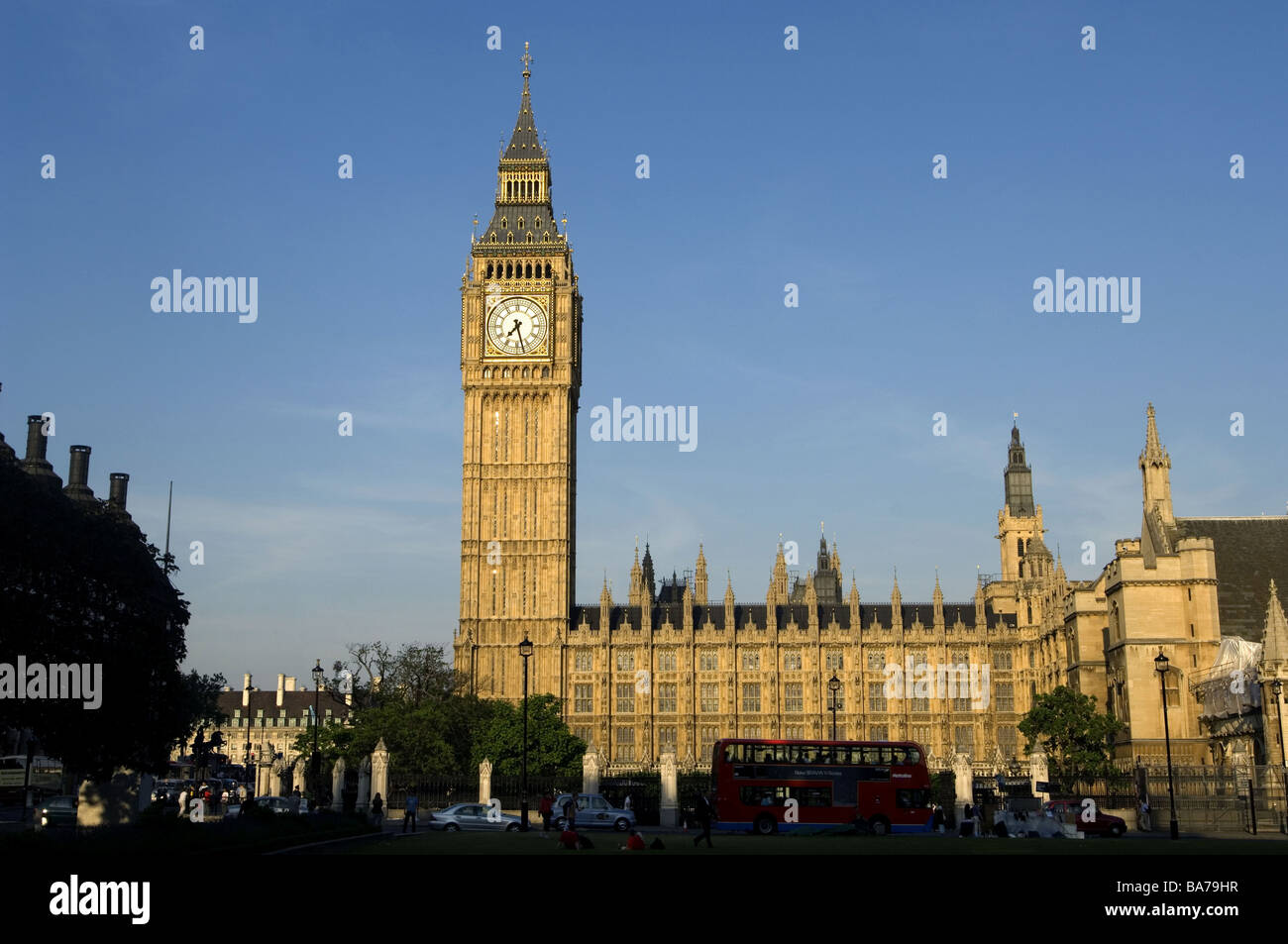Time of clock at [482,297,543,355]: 7:27
